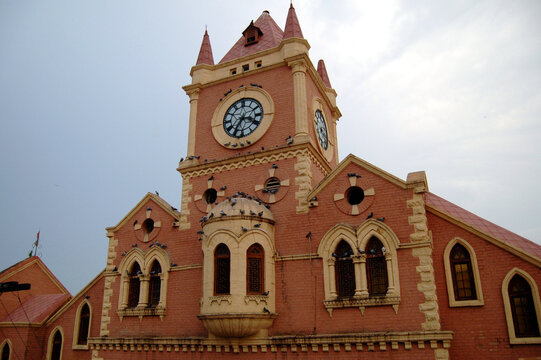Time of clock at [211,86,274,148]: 3:34
